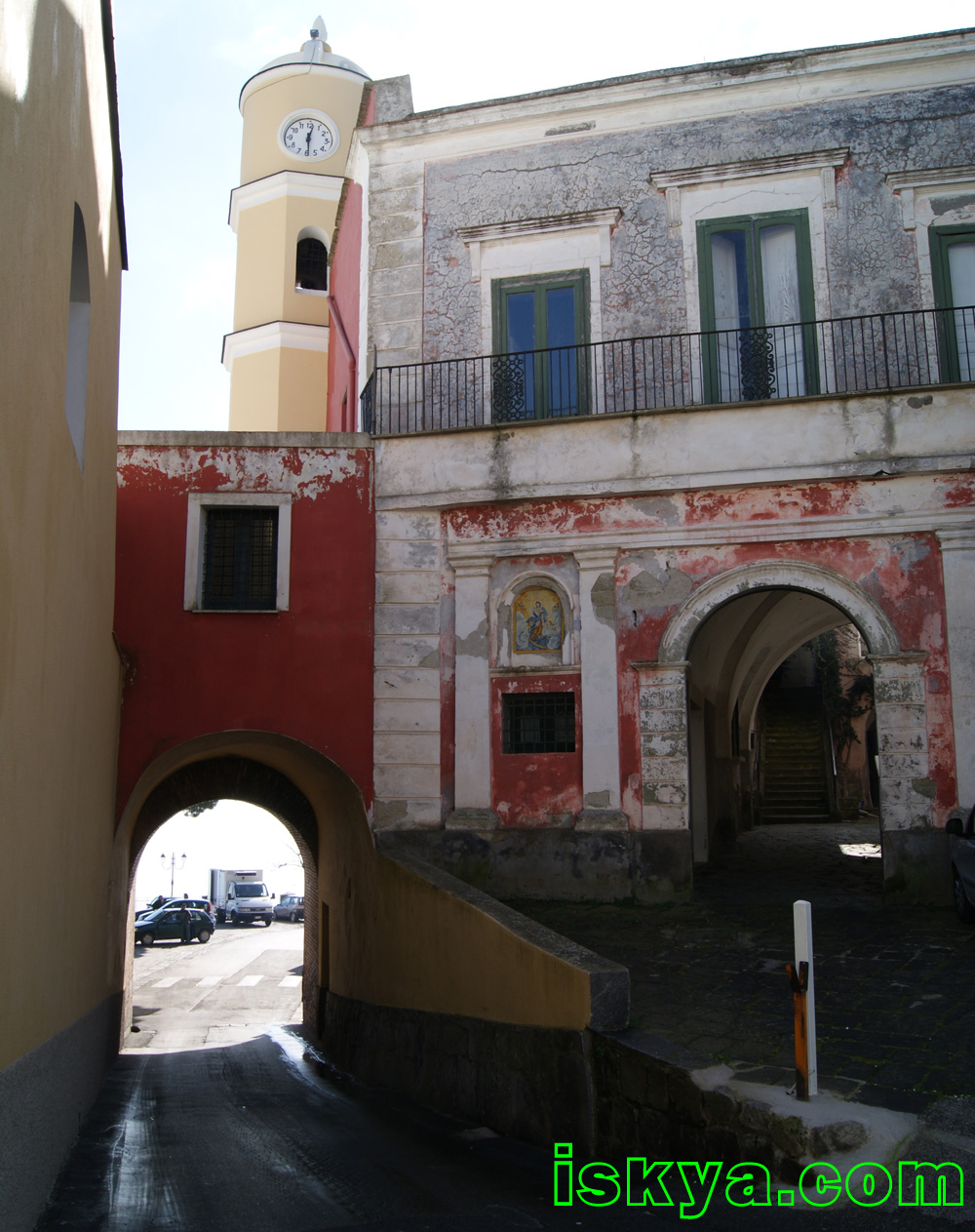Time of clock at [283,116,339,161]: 12:28
